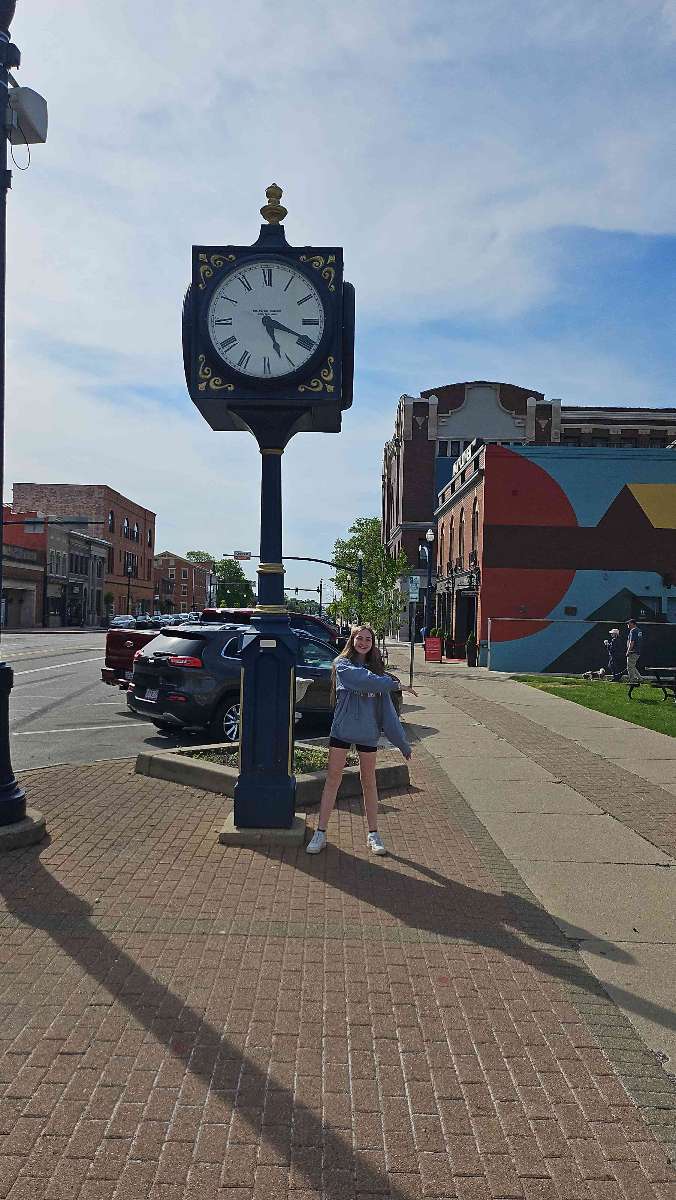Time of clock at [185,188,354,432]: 5:18
